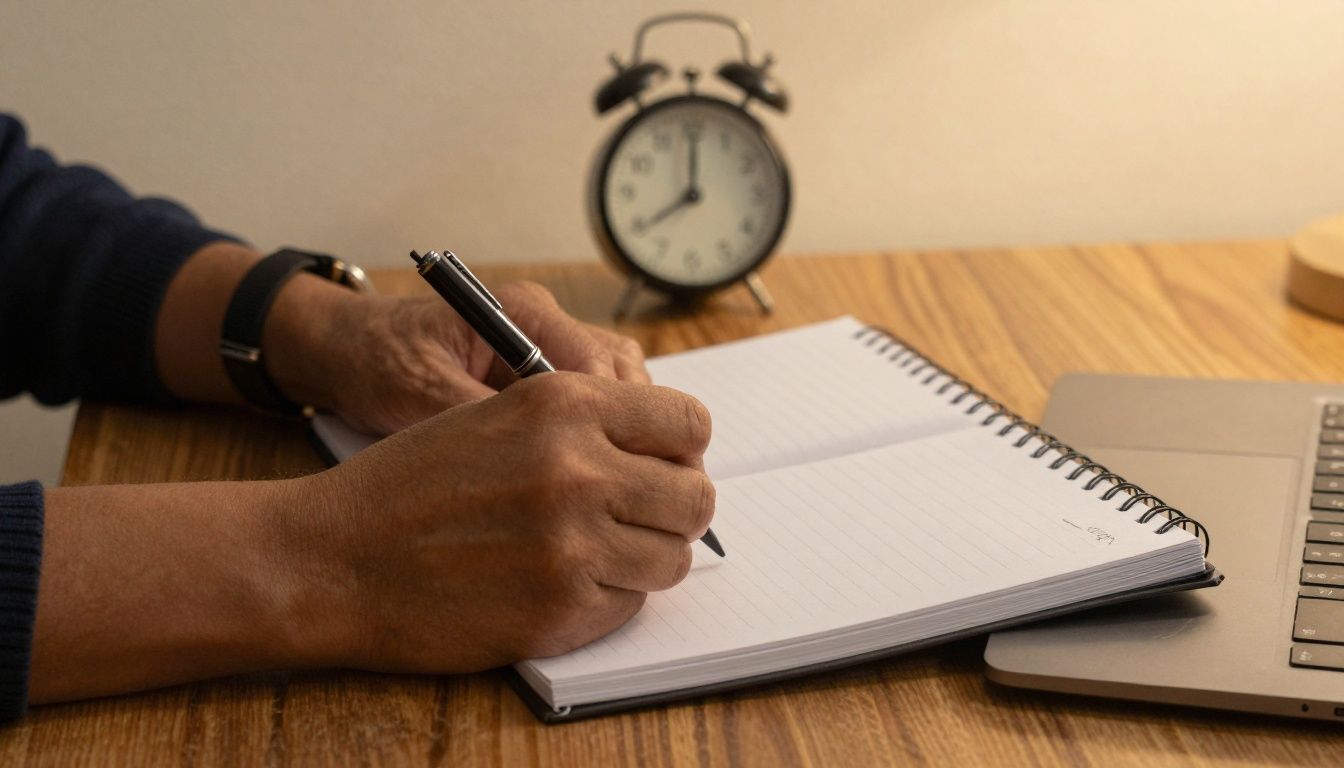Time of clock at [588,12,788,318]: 8:00
